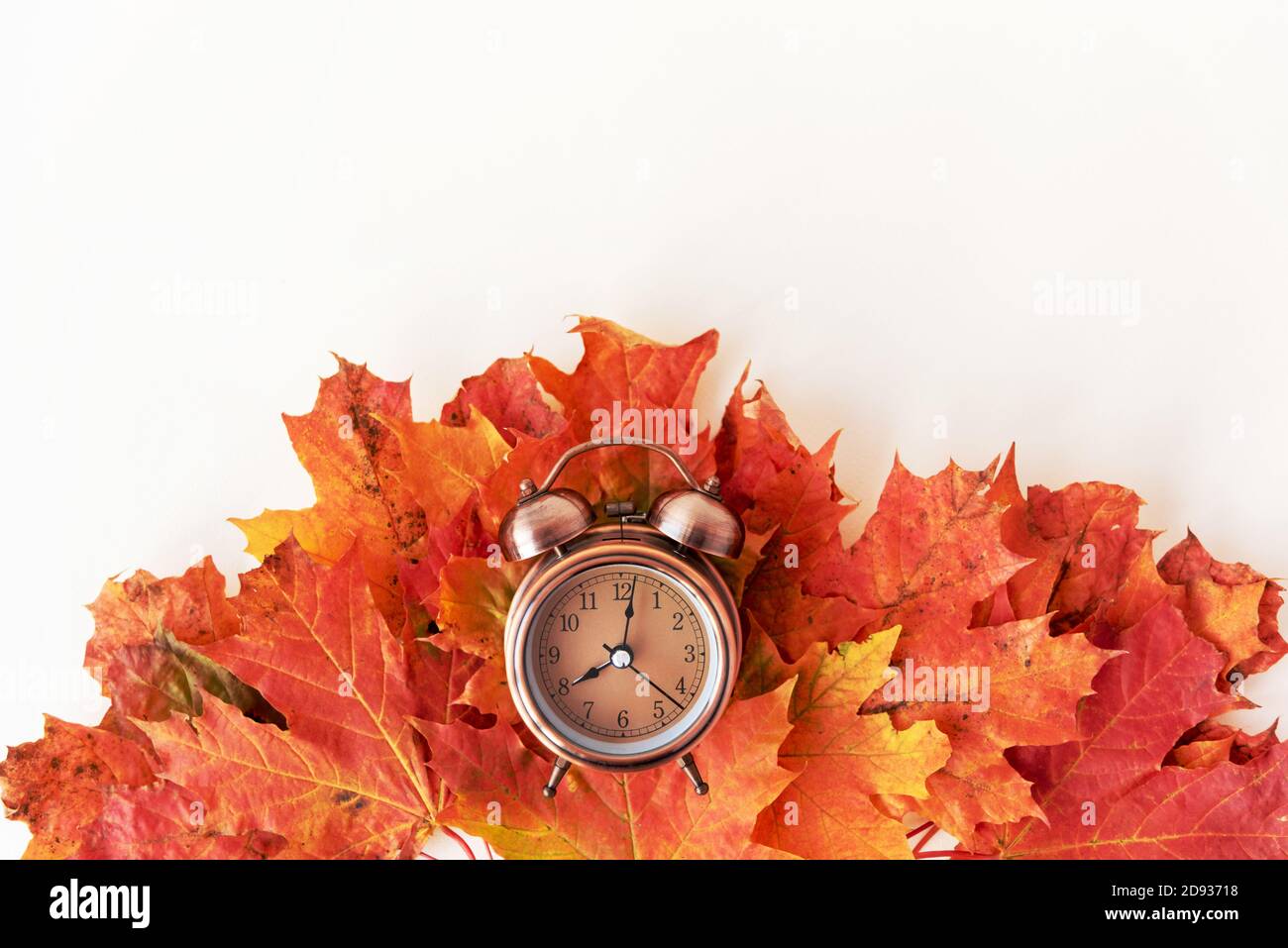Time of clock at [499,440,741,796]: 8:01
